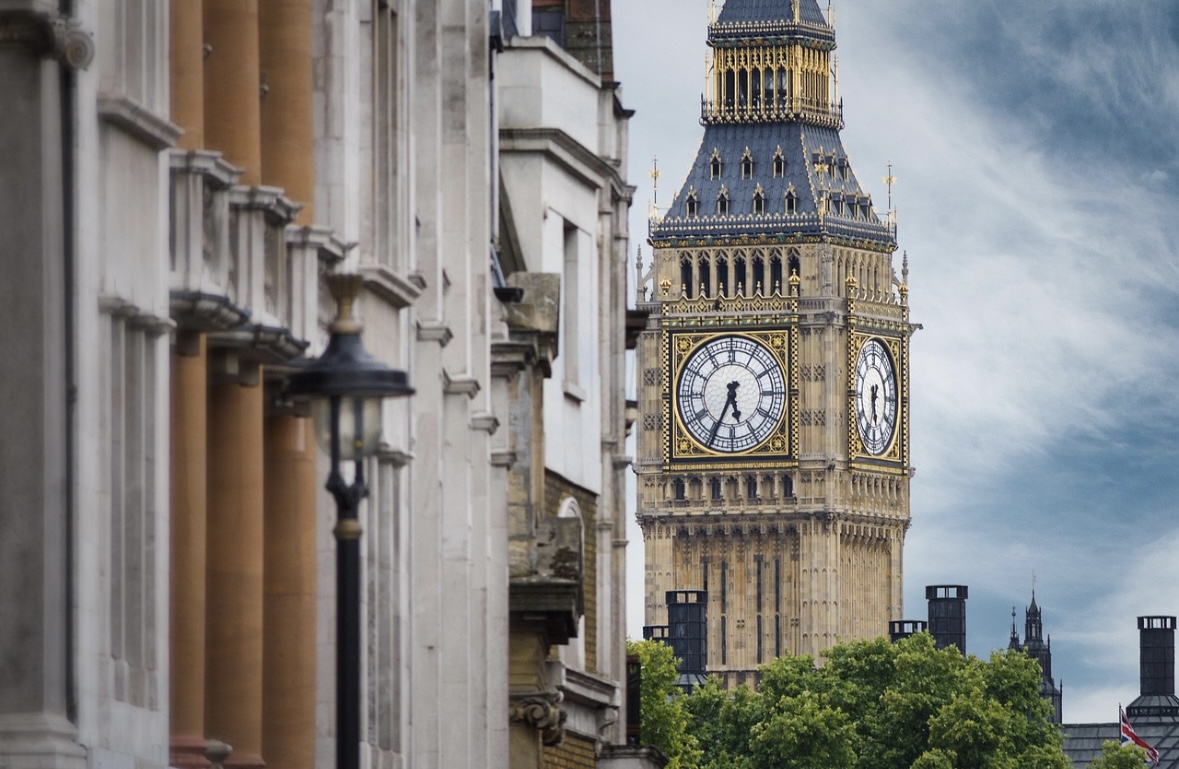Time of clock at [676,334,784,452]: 5:34
